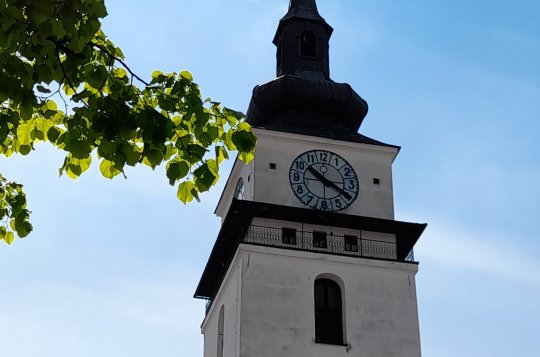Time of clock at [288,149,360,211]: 10:20
